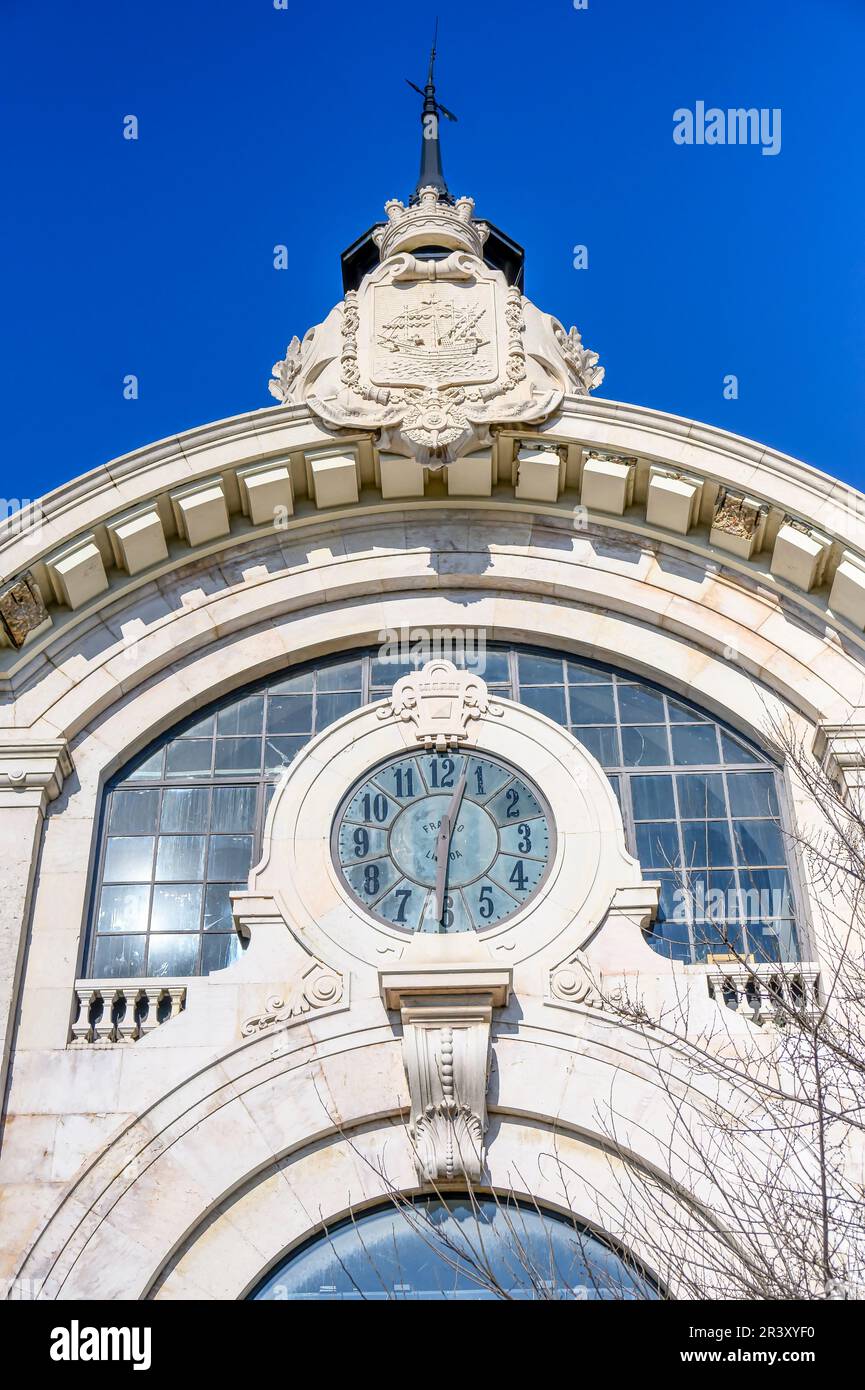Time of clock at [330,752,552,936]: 12:30
